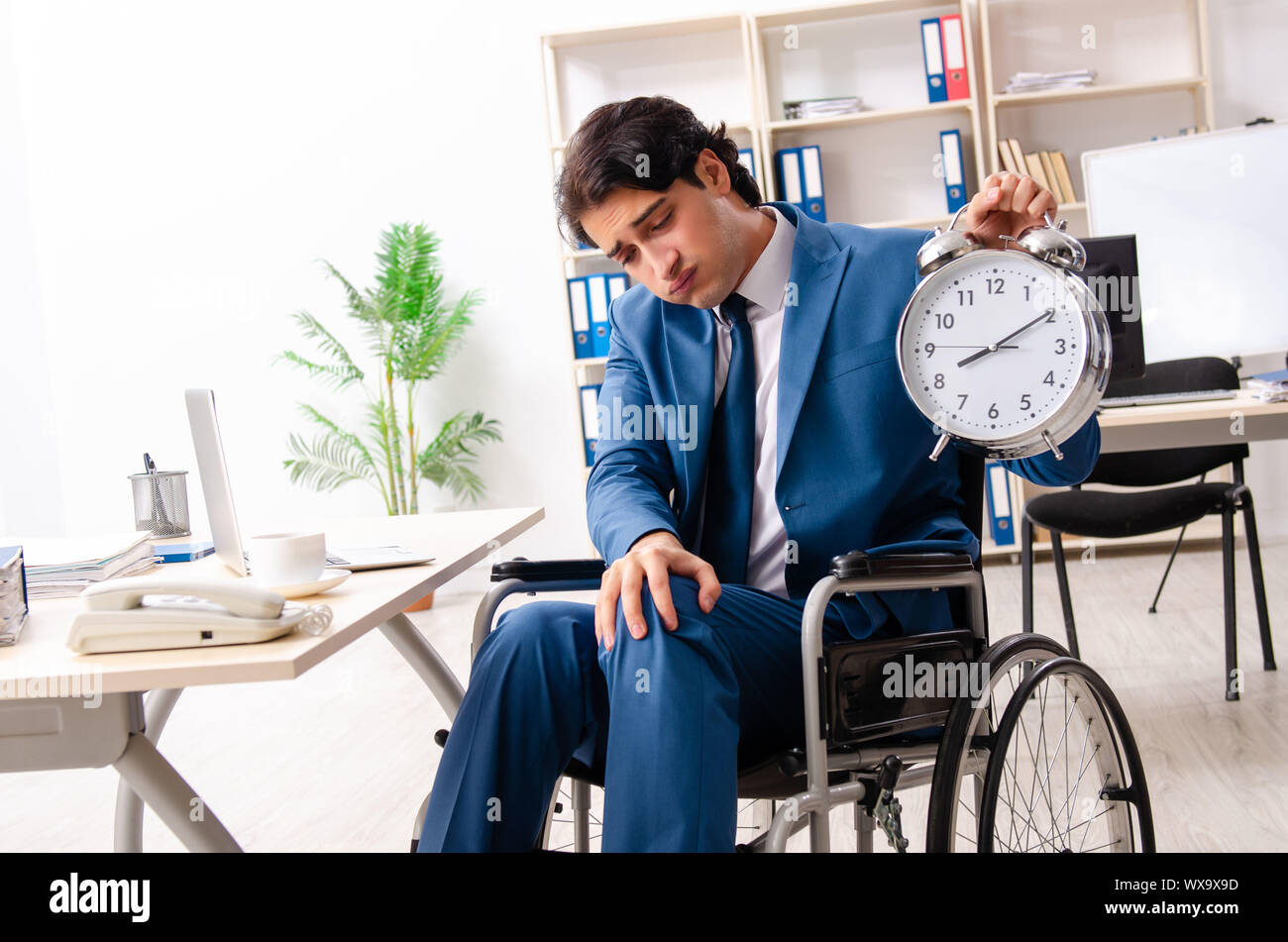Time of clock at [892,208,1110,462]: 8:09
